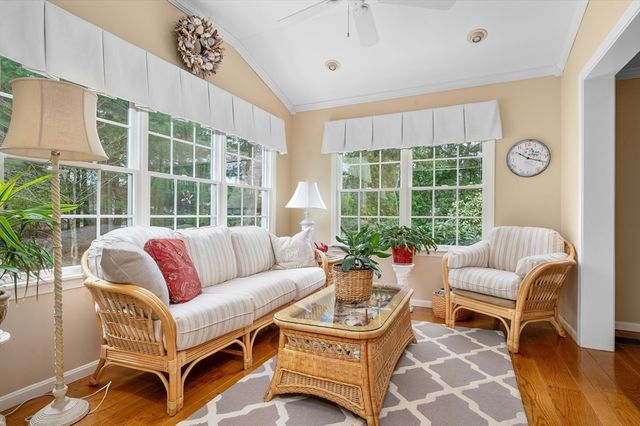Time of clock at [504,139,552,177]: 10:18
